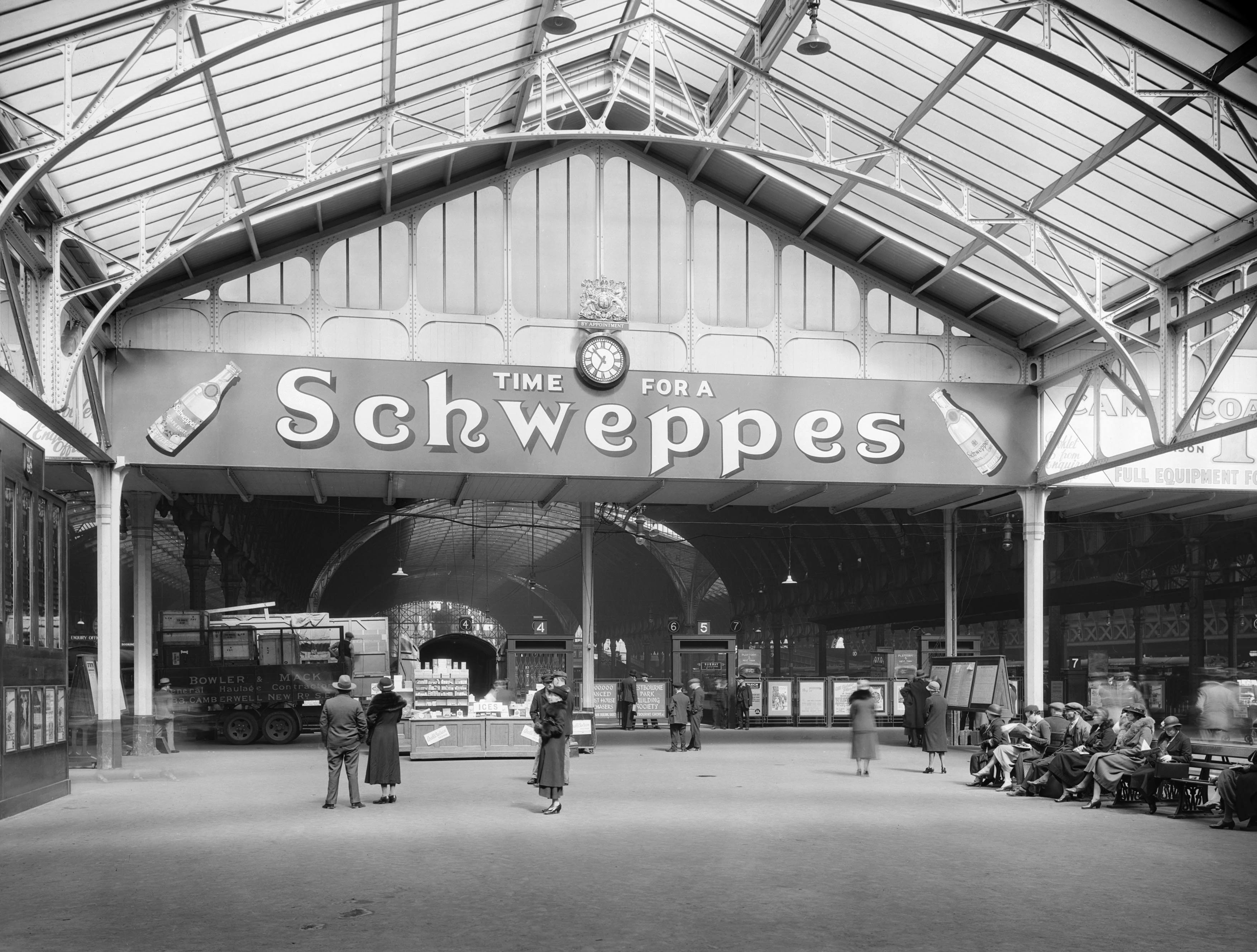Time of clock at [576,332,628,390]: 10:34
